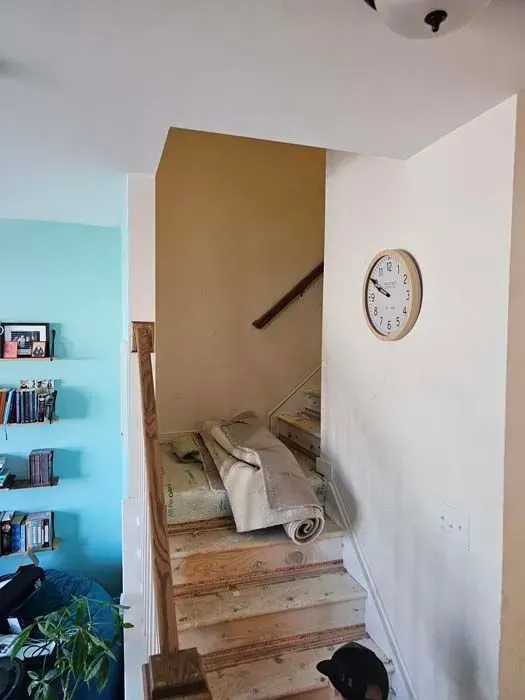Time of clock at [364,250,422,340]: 9:50
